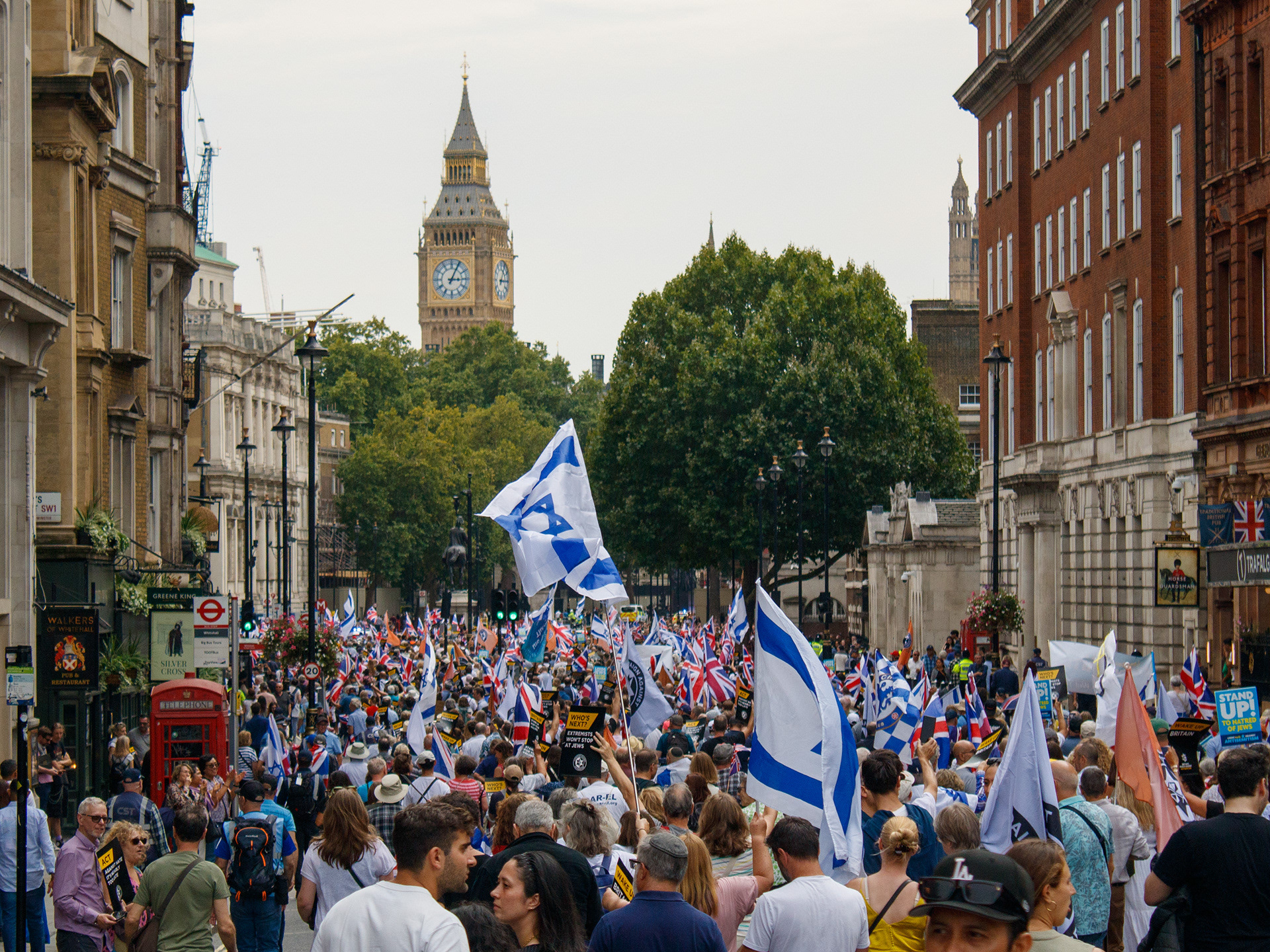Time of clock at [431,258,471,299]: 3:04
